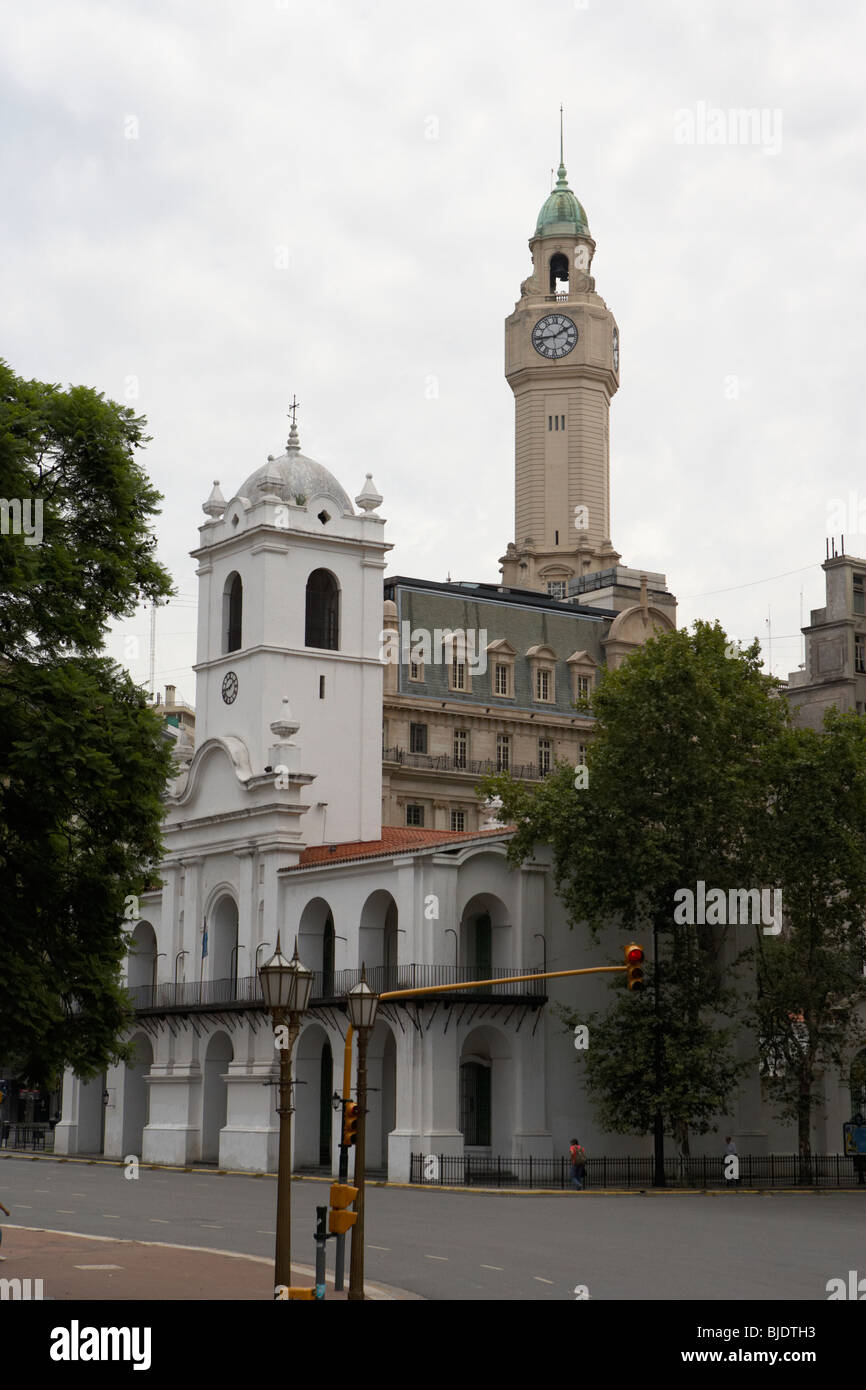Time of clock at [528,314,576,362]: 1:43
